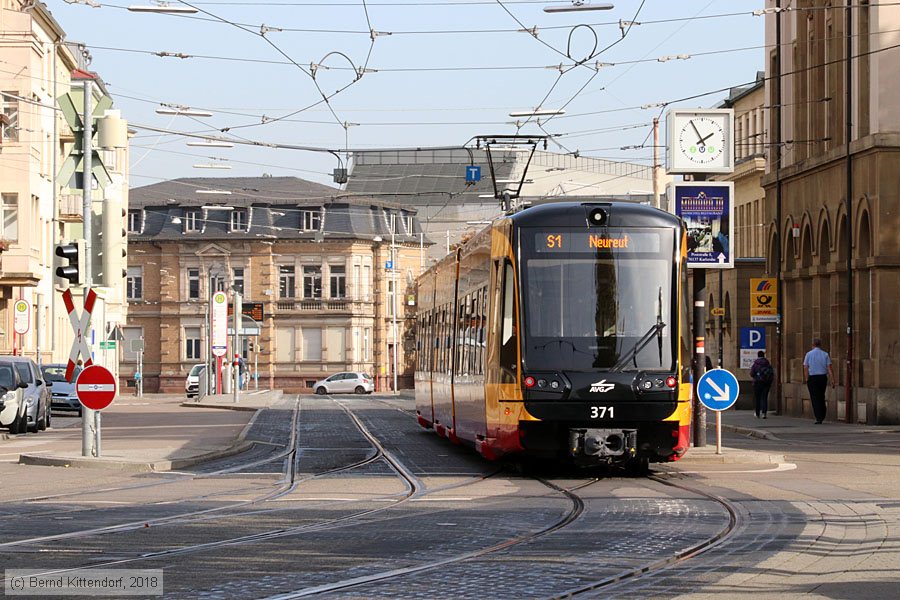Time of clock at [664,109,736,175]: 1:55
